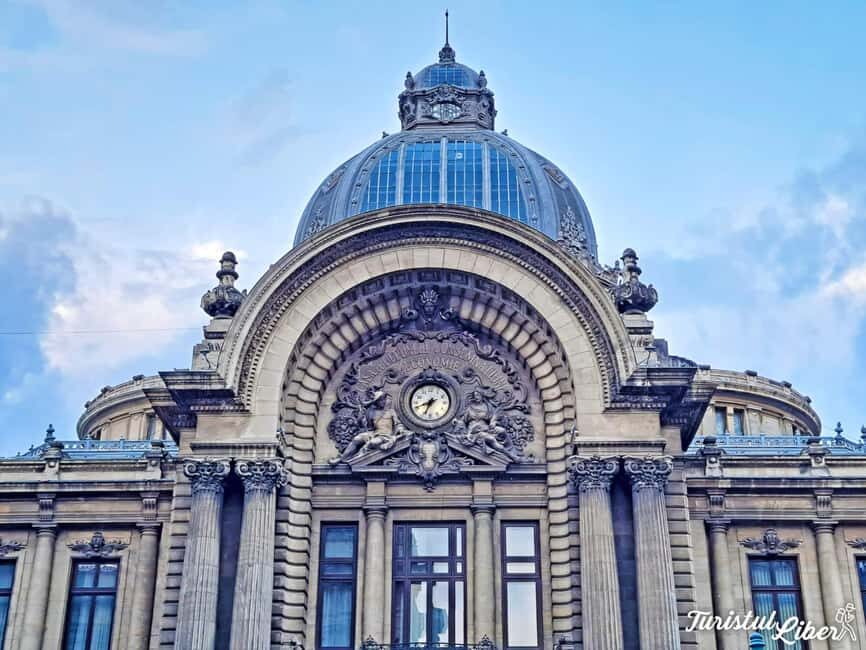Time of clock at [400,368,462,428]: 6:41
